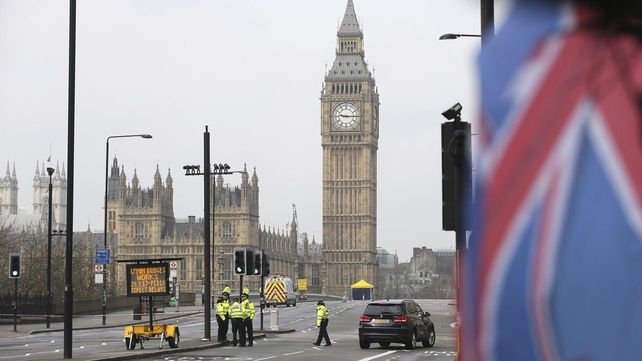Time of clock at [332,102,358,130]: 9:15
